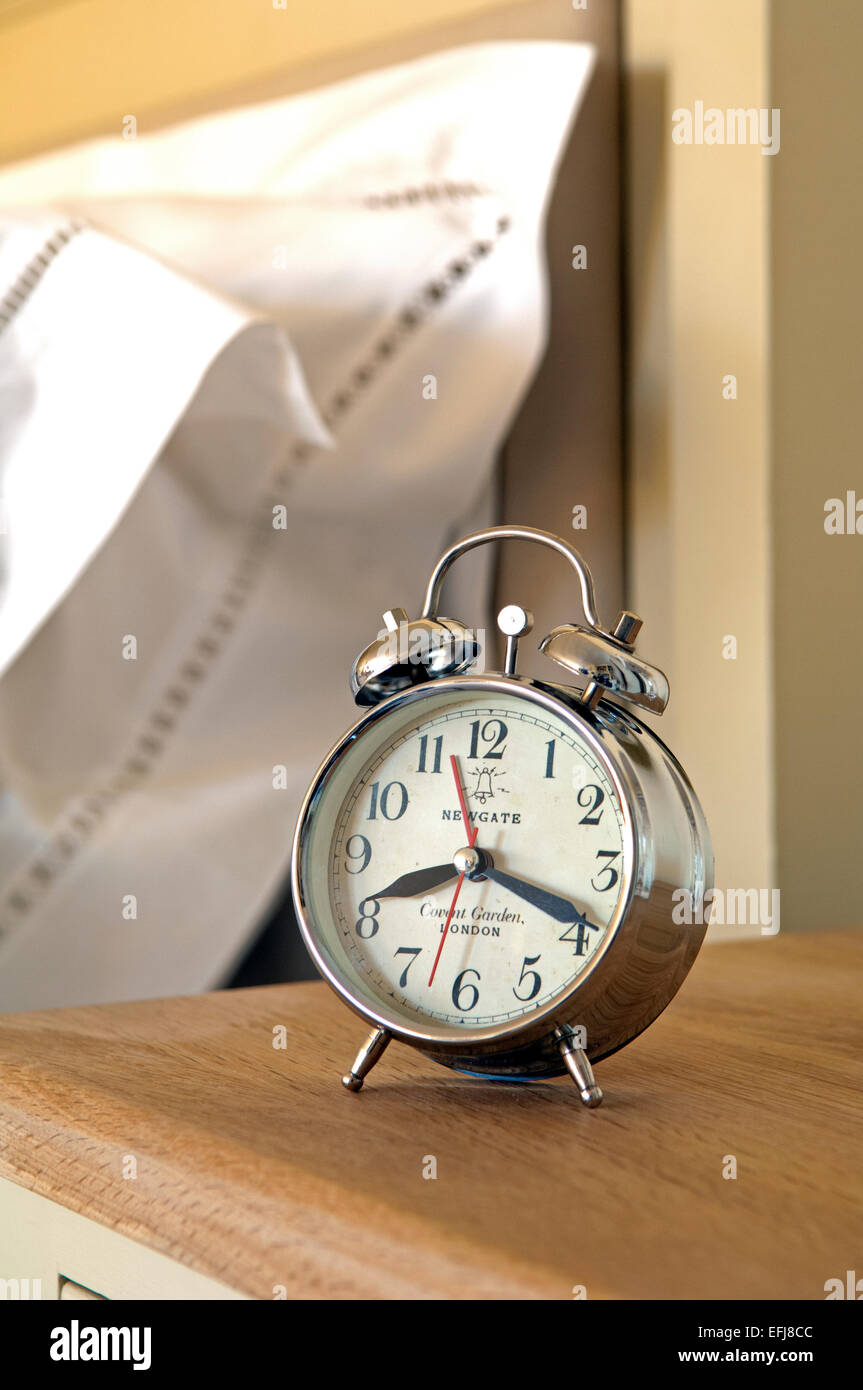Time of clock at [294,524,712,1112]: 8:18
